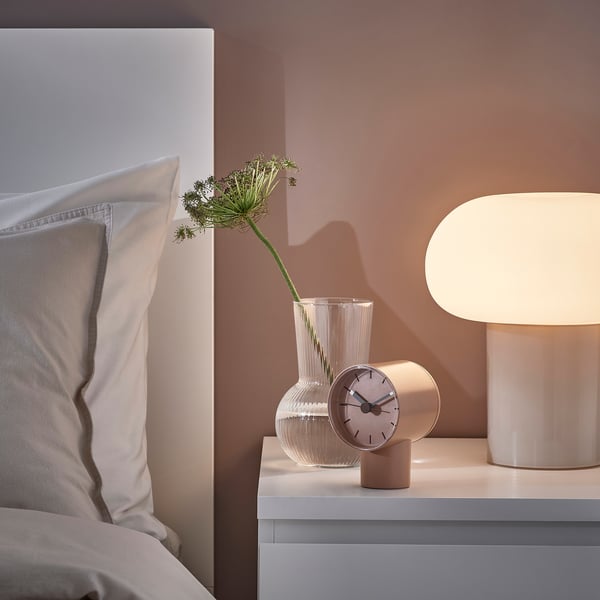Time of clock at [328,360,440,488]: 10:10
